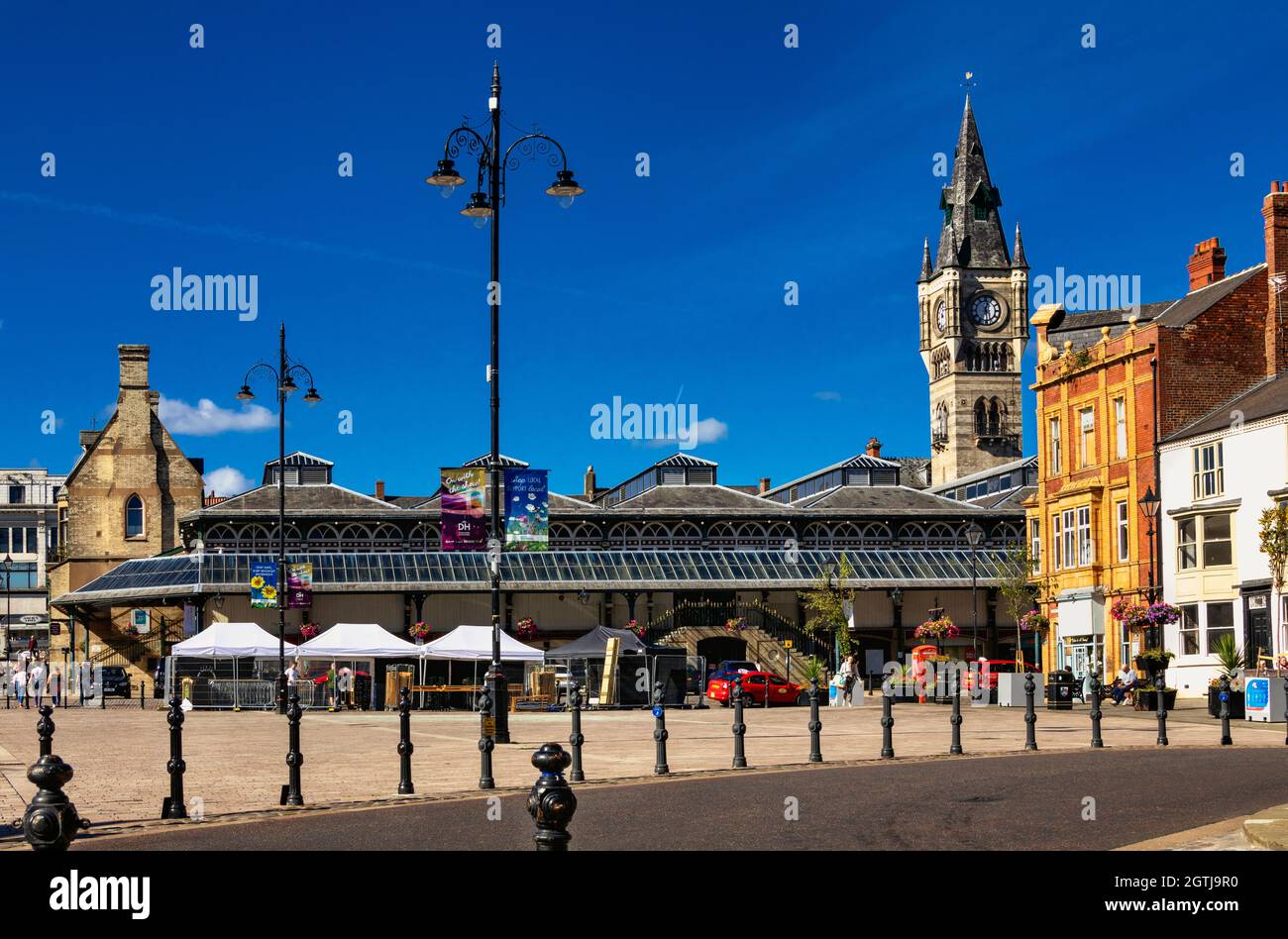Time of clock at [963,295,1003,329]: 12:28
